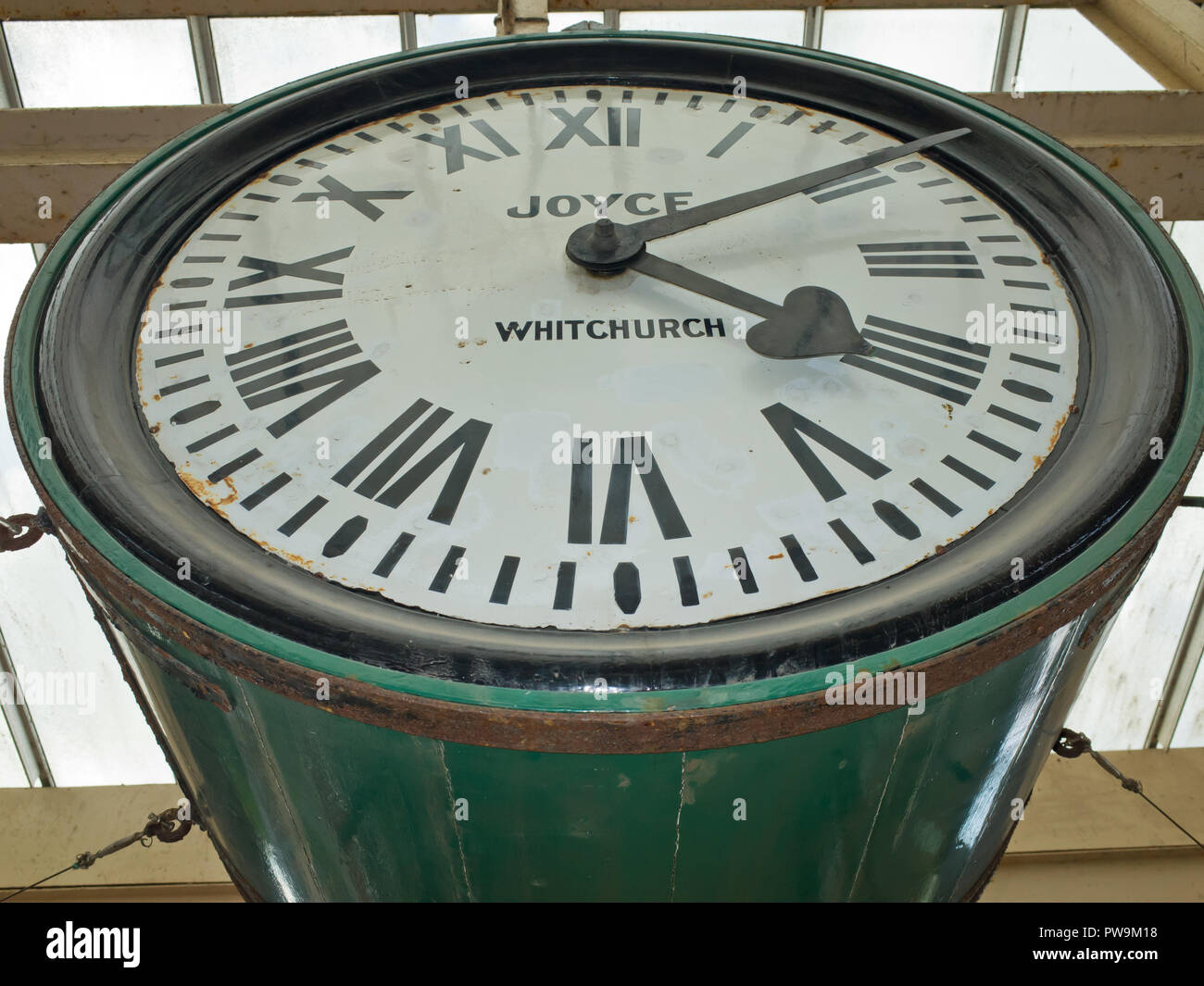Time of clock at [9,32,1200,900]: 4:10
